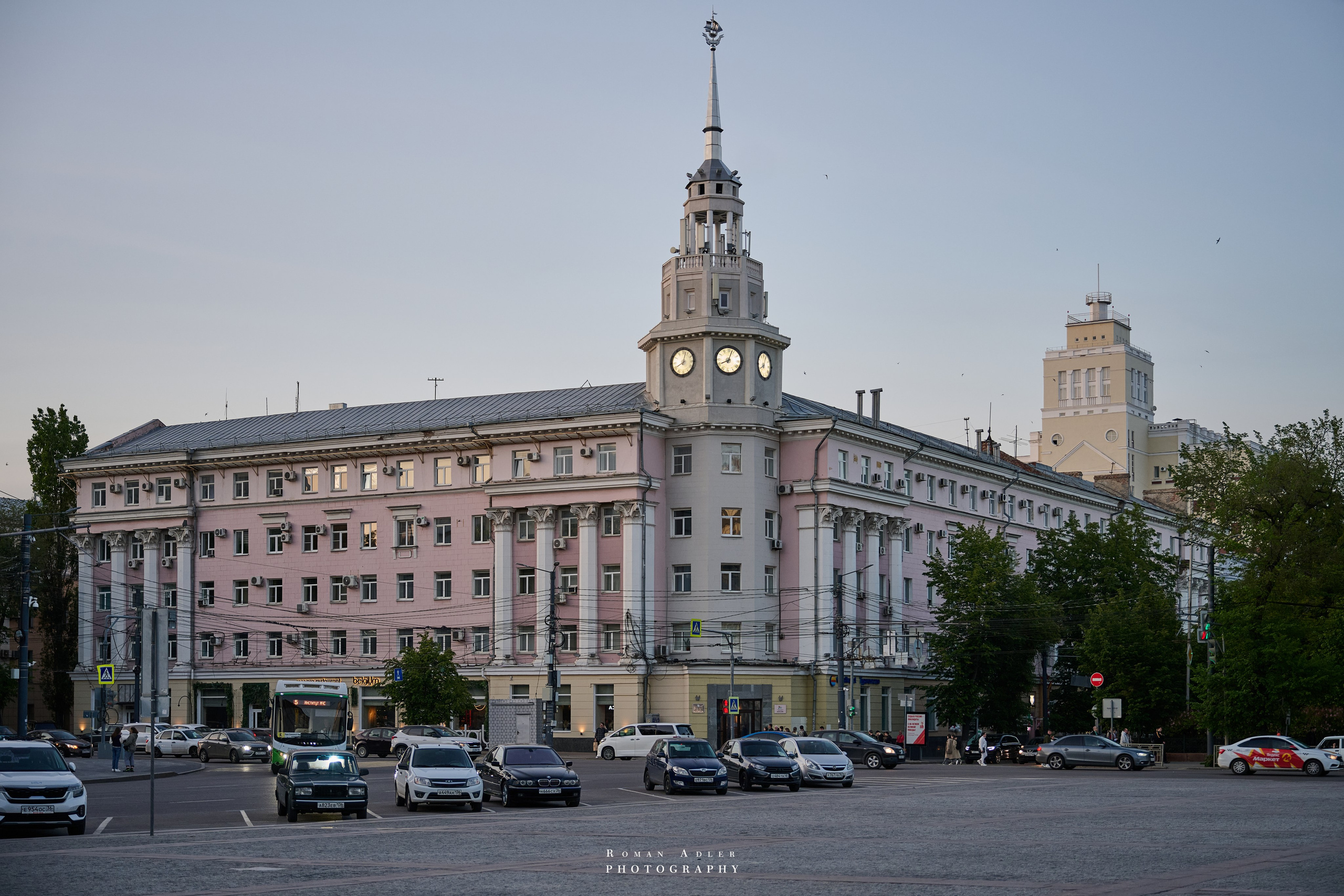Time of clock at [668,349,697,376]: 8:02
